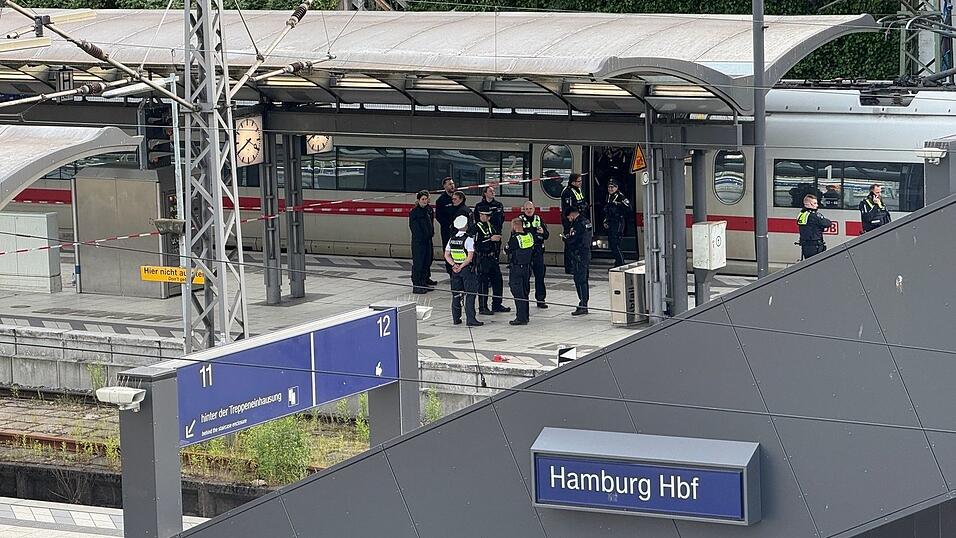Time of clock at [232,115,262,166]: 3:40
